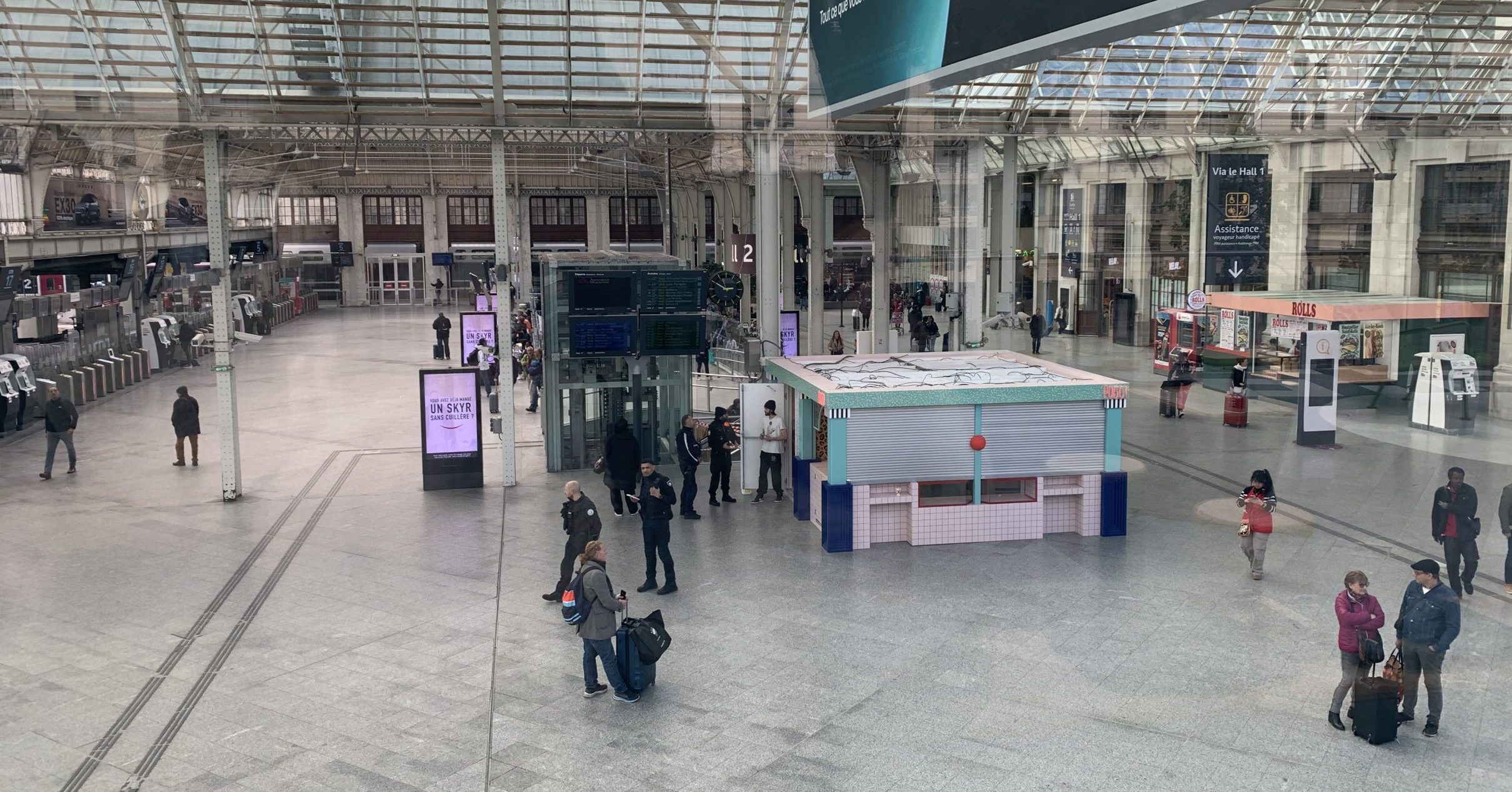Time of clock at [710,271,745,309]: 2:50
